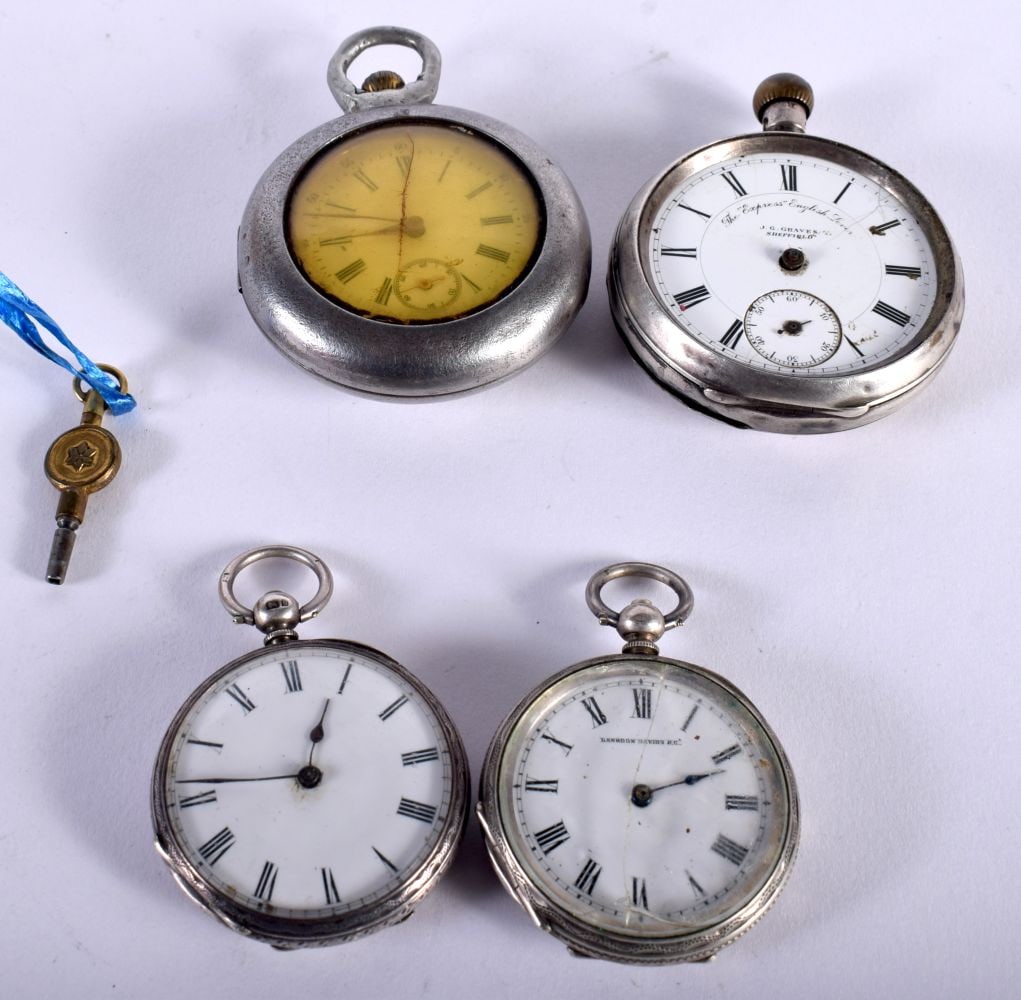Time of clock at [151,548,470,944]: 12:46
